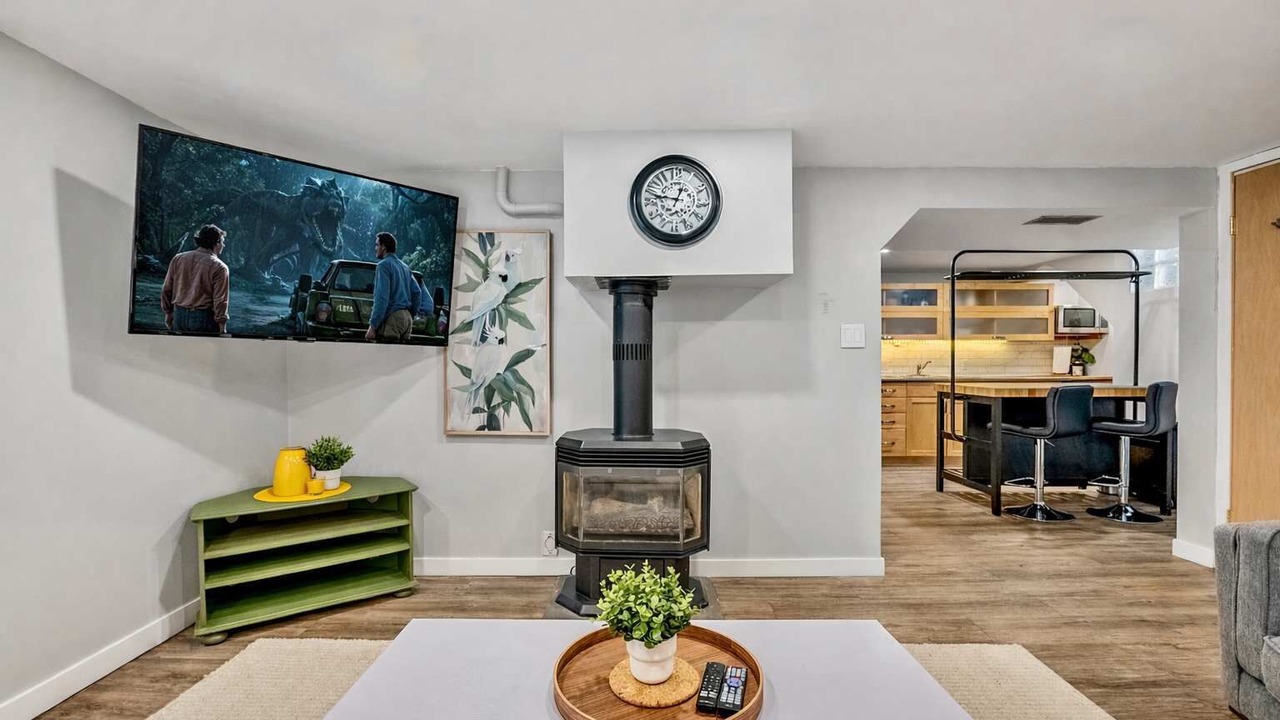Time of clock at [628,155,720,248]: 12:46
